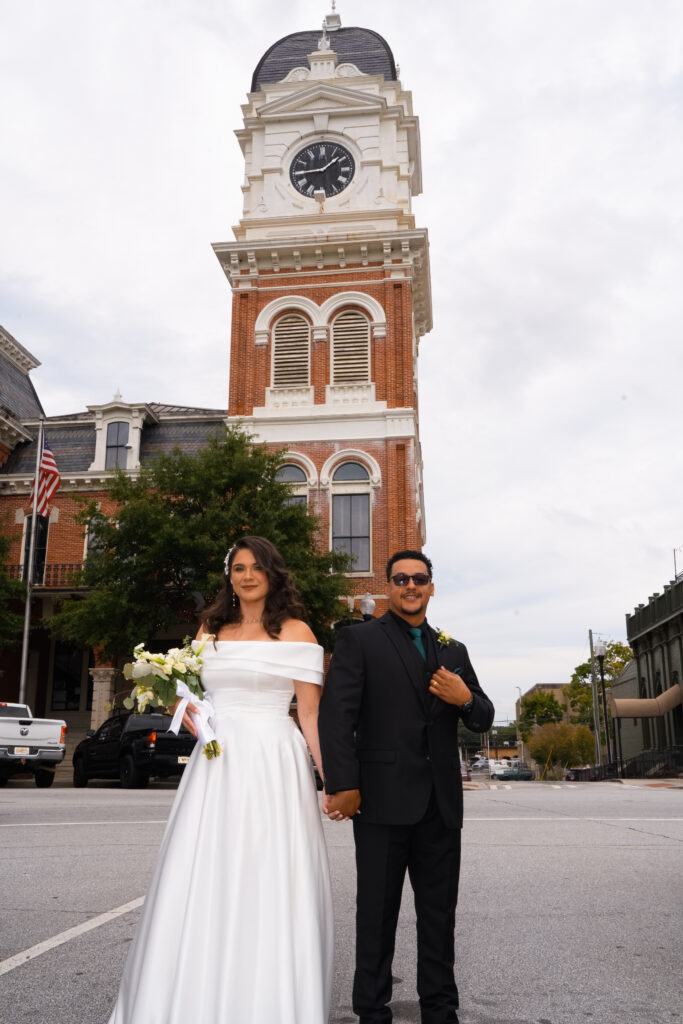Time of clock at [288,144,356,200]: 1:44
